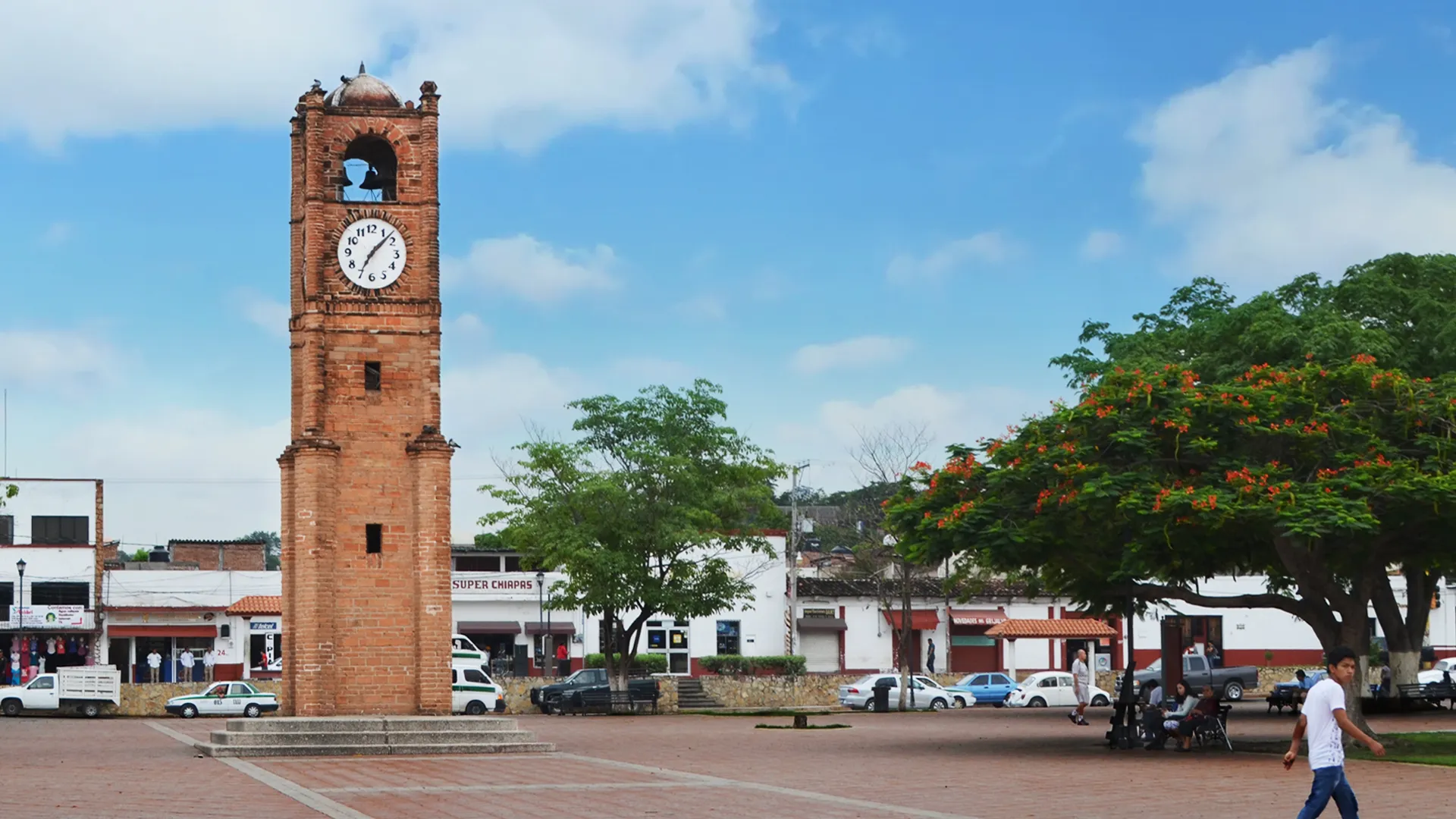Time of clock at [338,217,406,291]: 7:07
